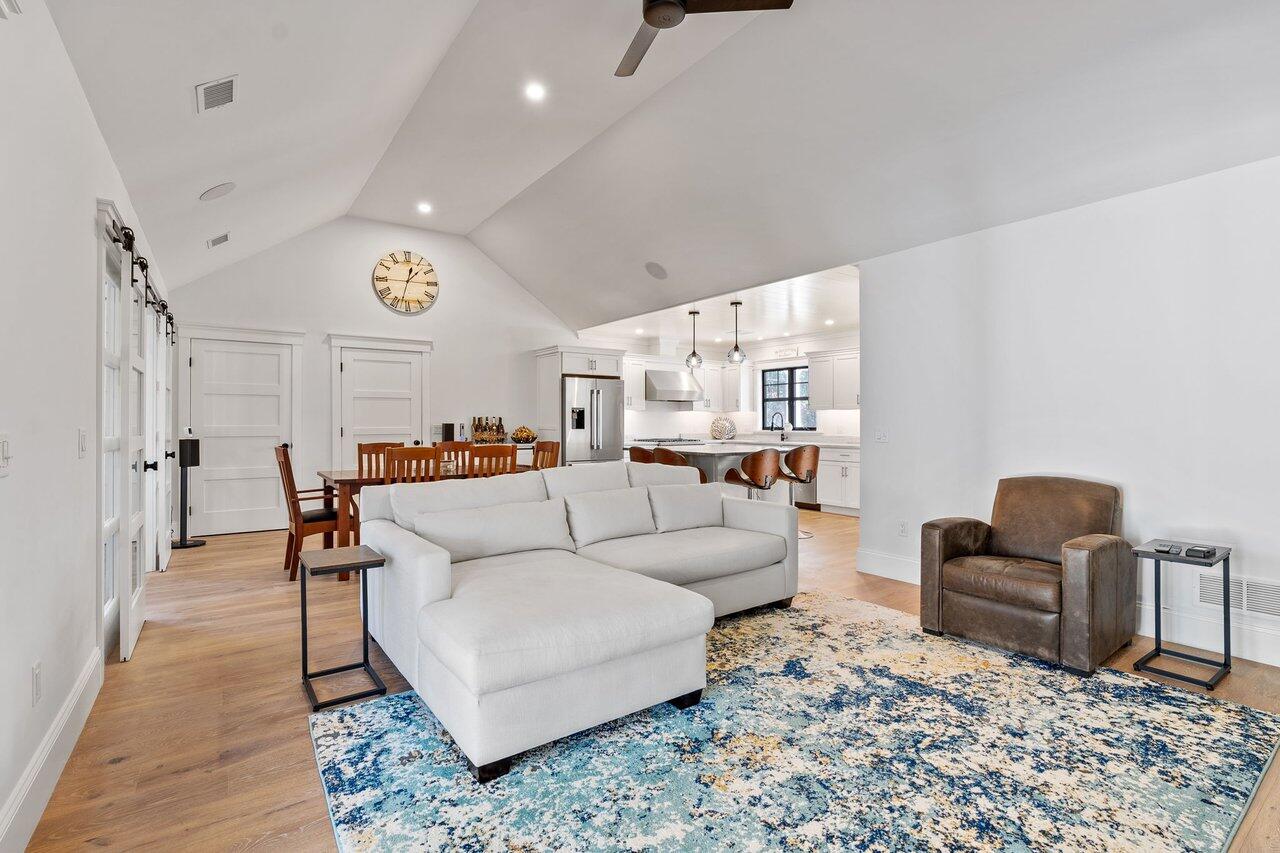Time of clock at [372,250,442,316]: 1:32
